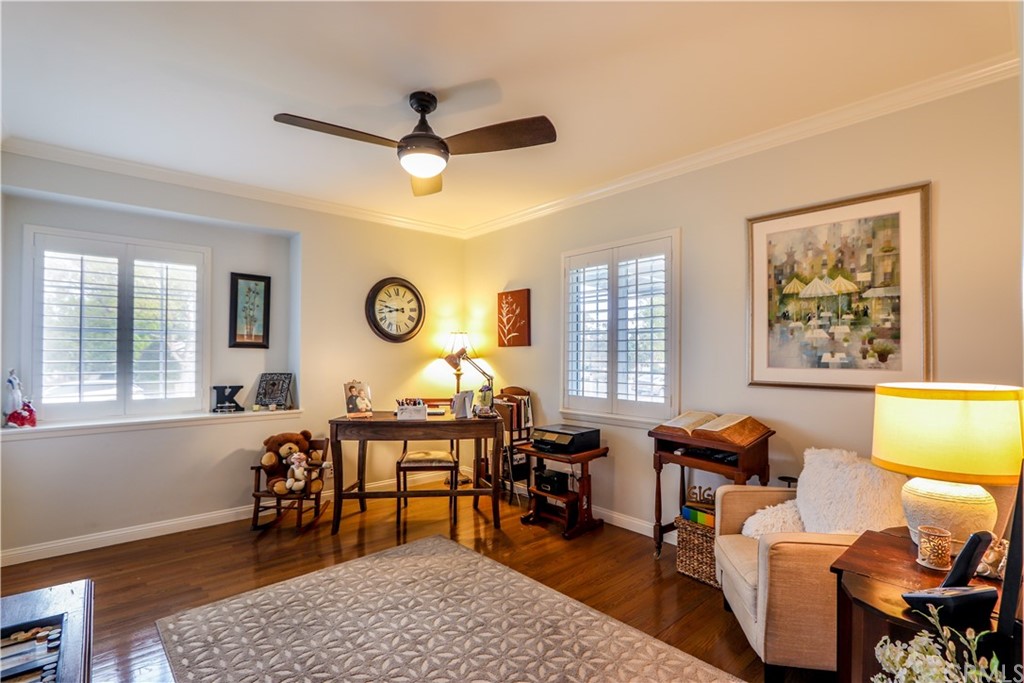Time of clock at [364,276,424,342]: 8:47
